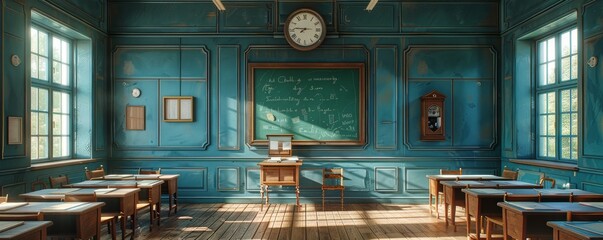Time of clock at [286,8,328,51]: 7:45
